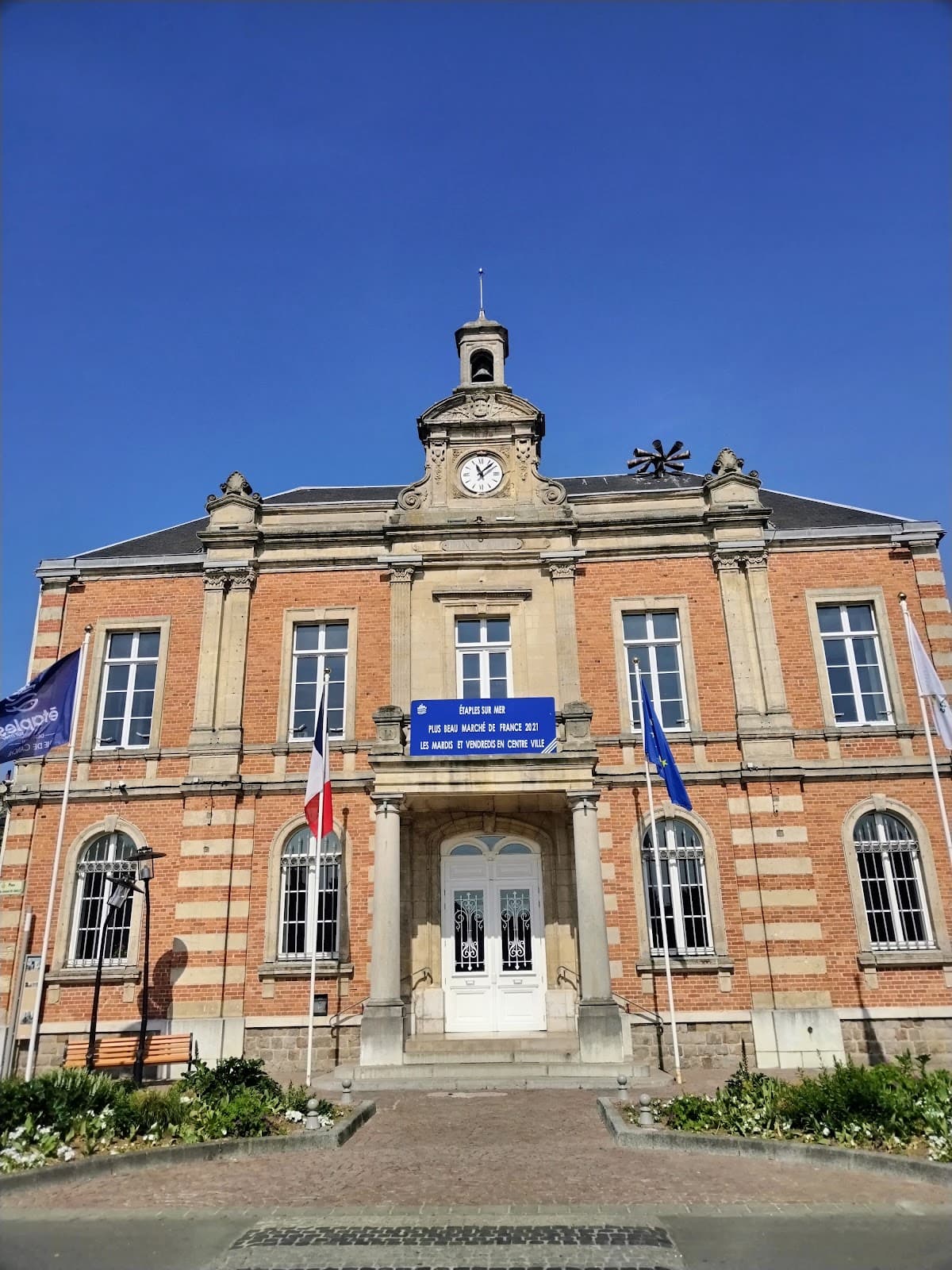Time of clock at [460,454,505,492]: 11:07
